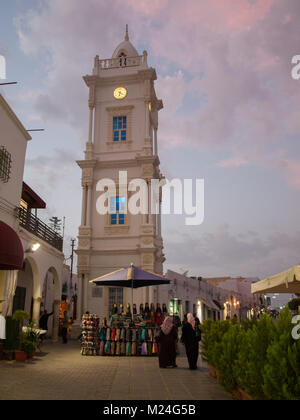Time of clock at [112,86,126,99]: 6:20
